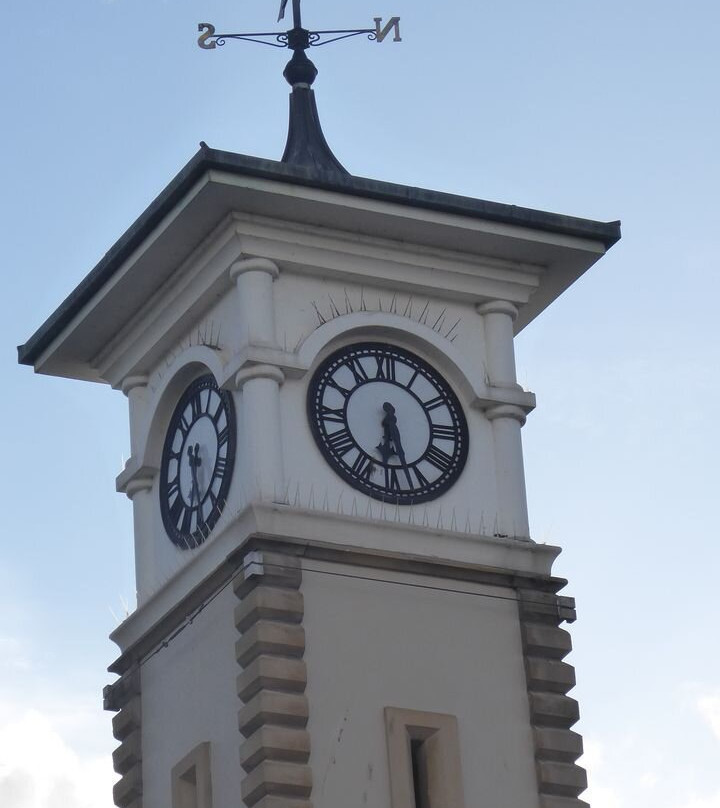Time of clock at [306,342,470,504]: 5:31
